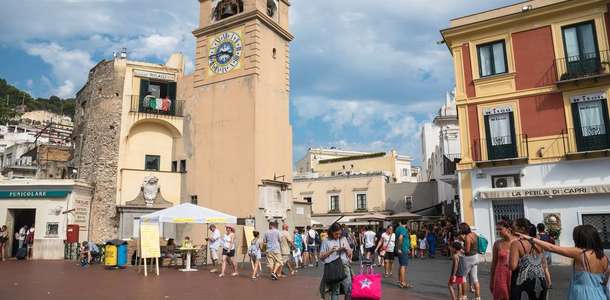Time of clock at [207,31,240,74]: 3:43
